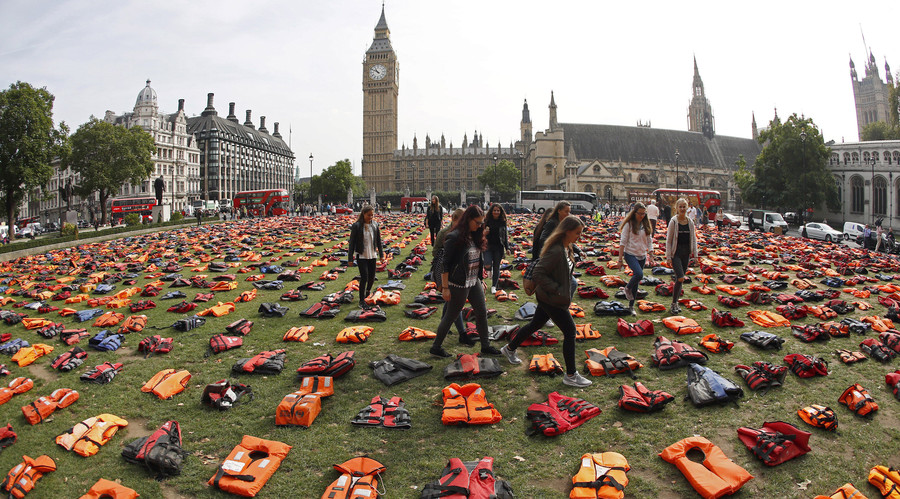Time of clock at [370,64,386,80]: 10:50
